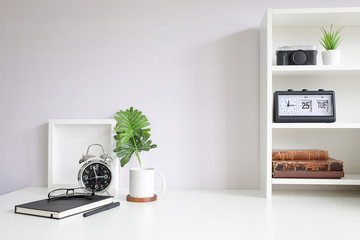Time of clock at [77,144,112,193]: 2:57
